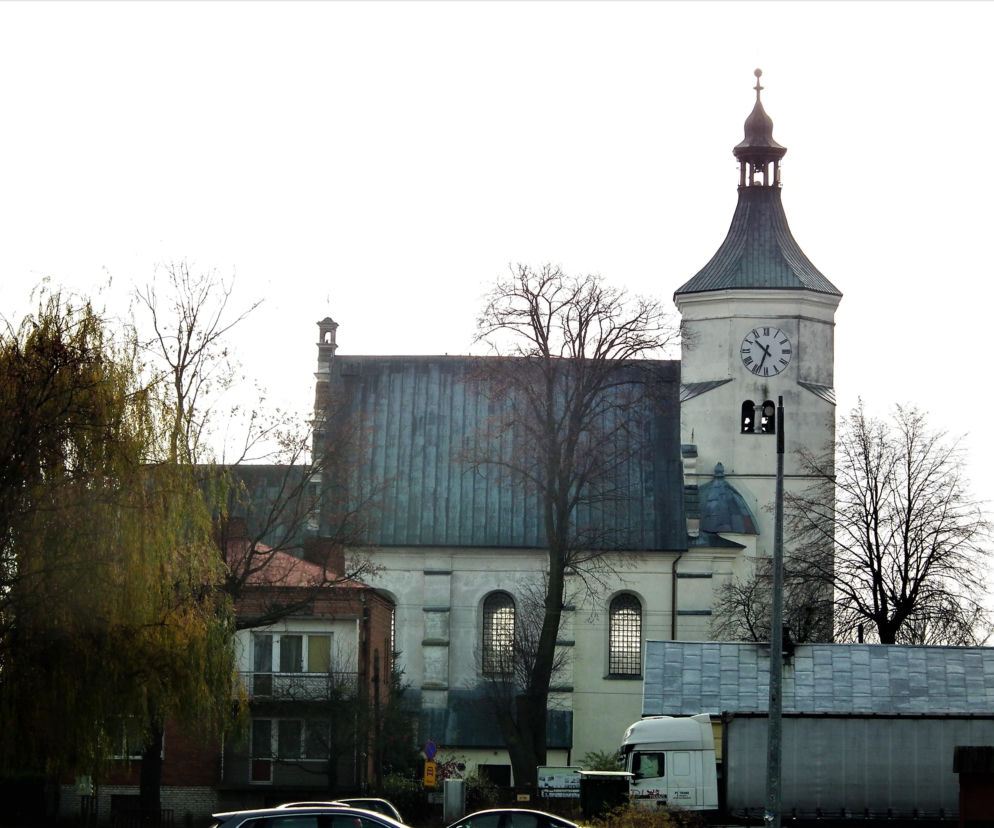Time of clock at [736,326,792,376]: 10:33
